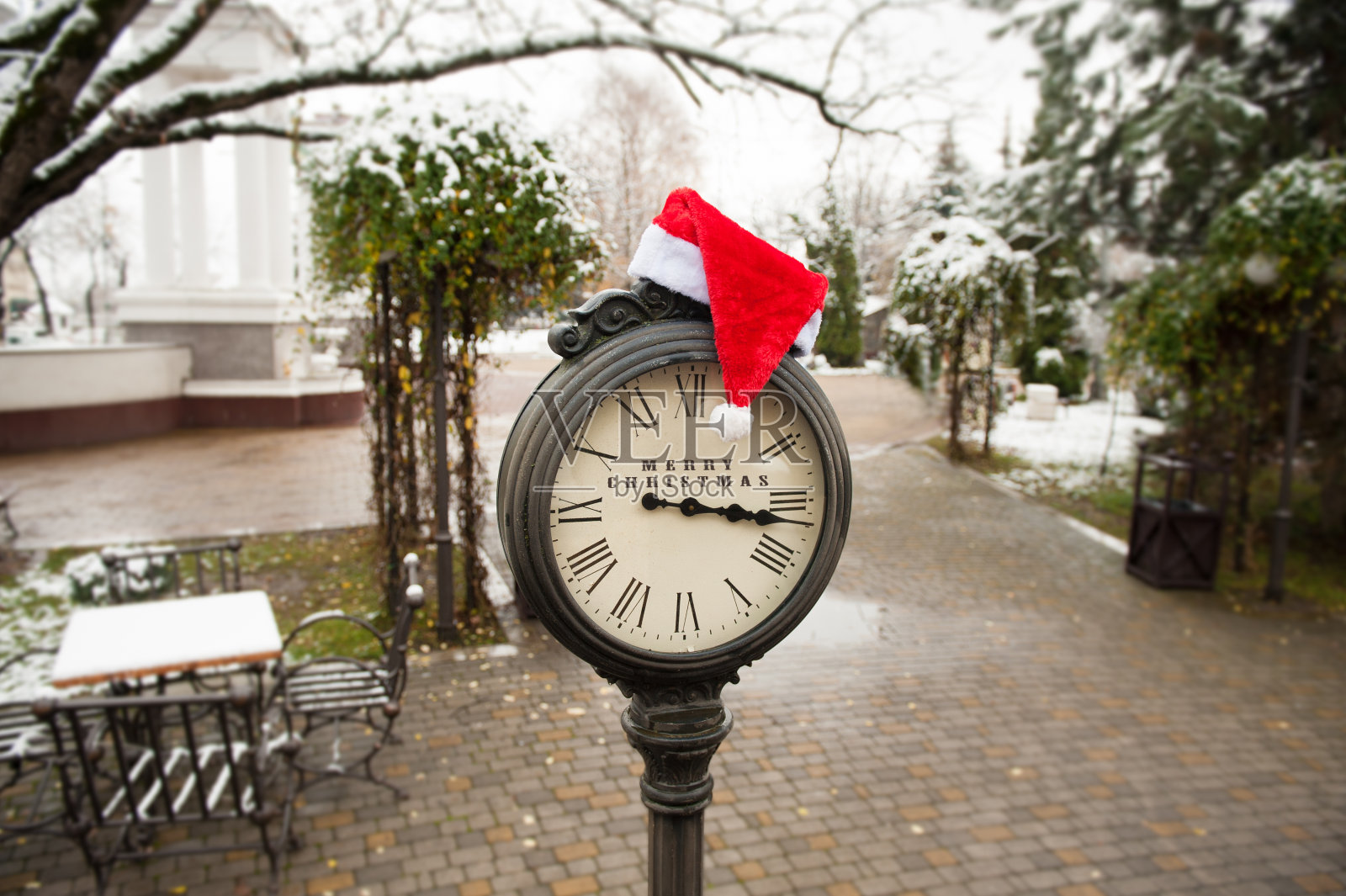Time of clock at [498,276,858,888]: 3:16
